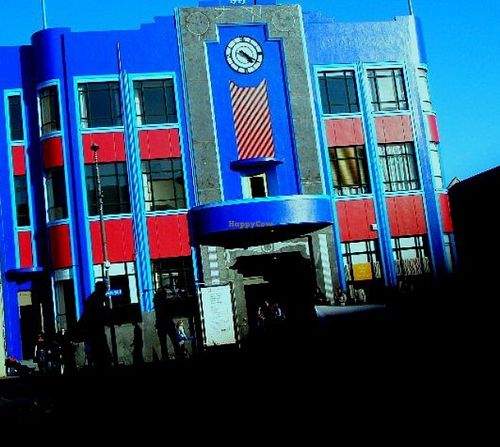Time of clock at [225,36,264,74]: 4:19
